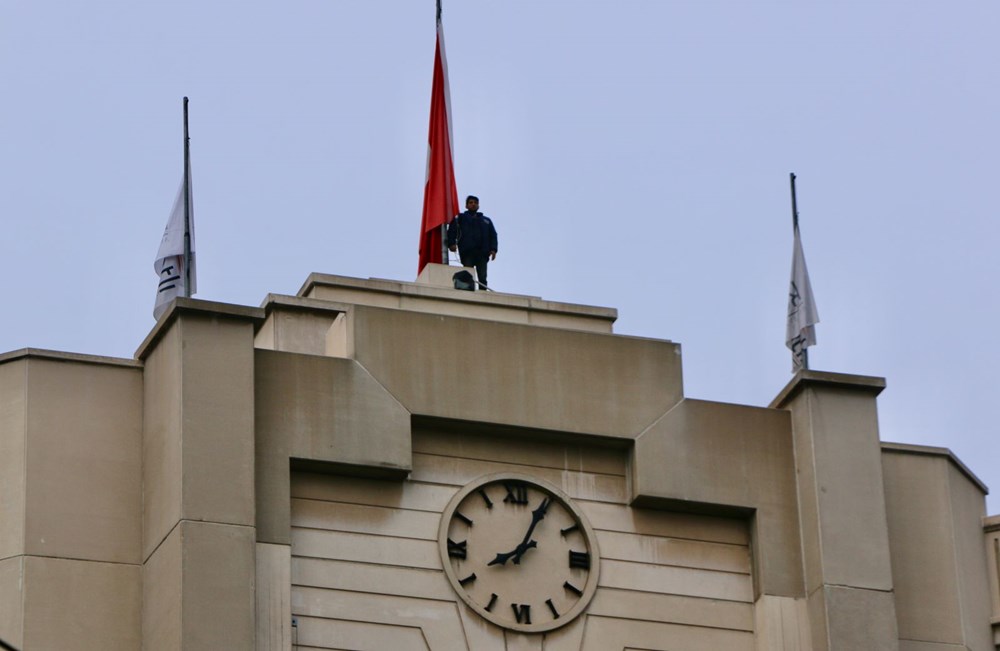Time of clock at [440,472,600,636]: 8:04
